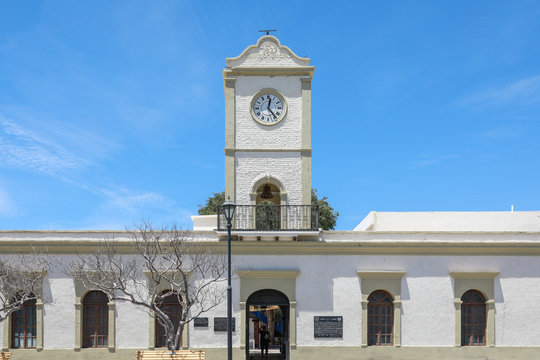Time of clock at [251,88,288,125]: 12:23
